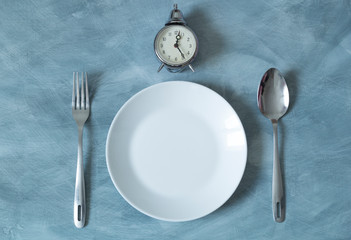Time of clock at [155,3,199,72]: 12:24
